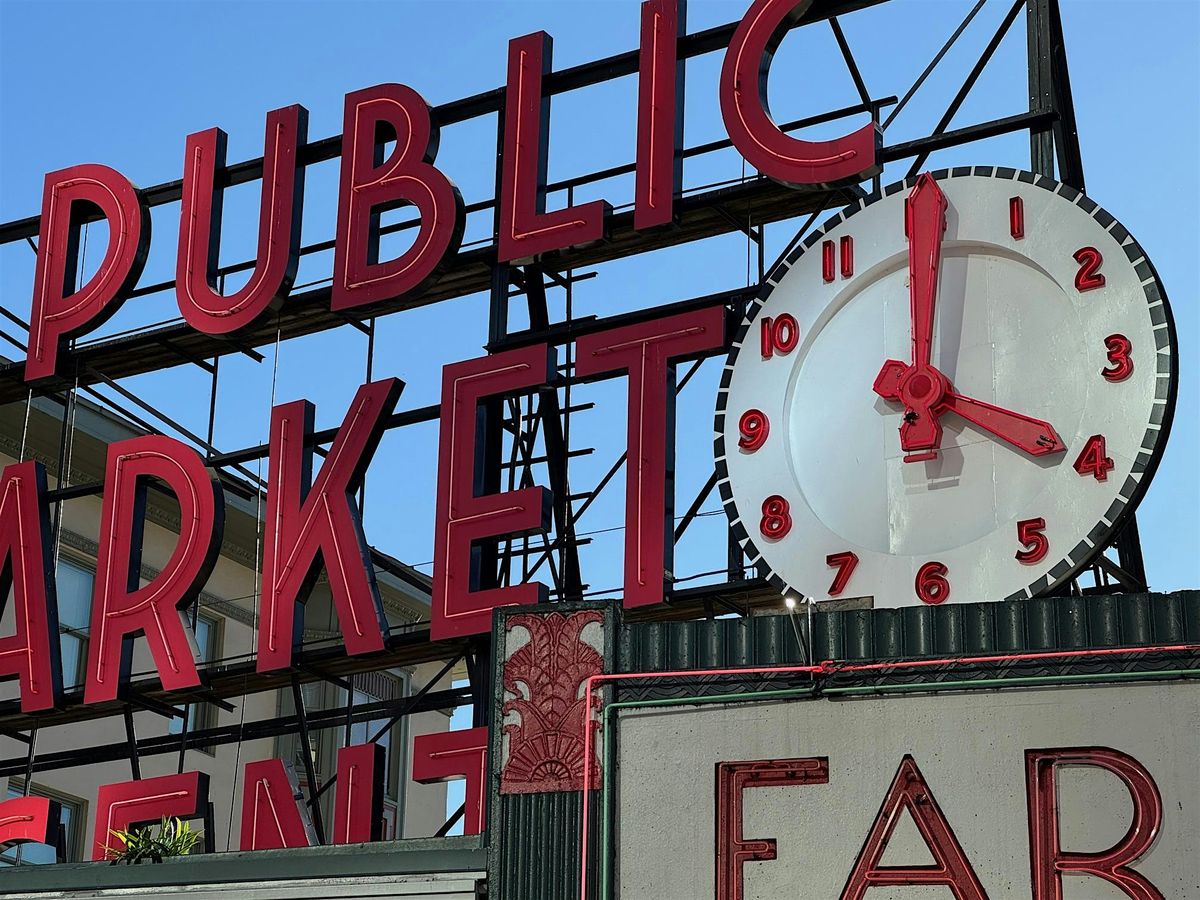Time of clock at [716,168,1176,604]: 4:00
